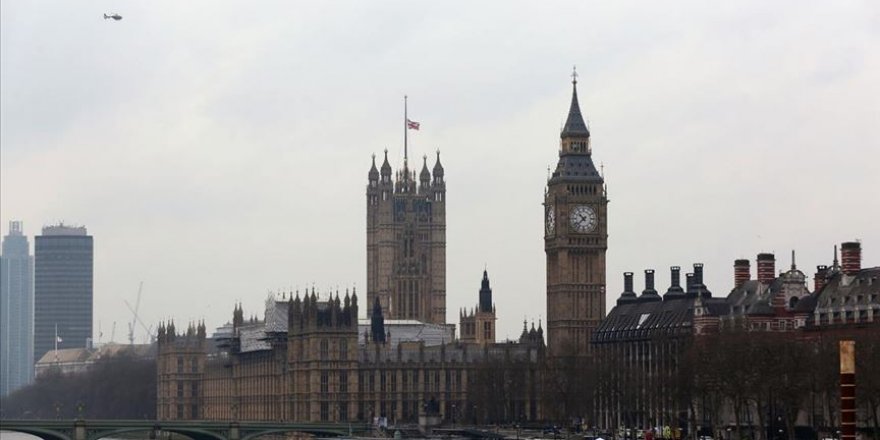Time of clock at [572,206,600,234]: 10:37
